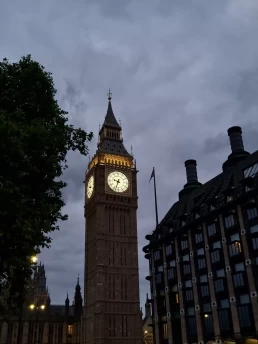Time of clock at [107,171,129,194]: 9:33
